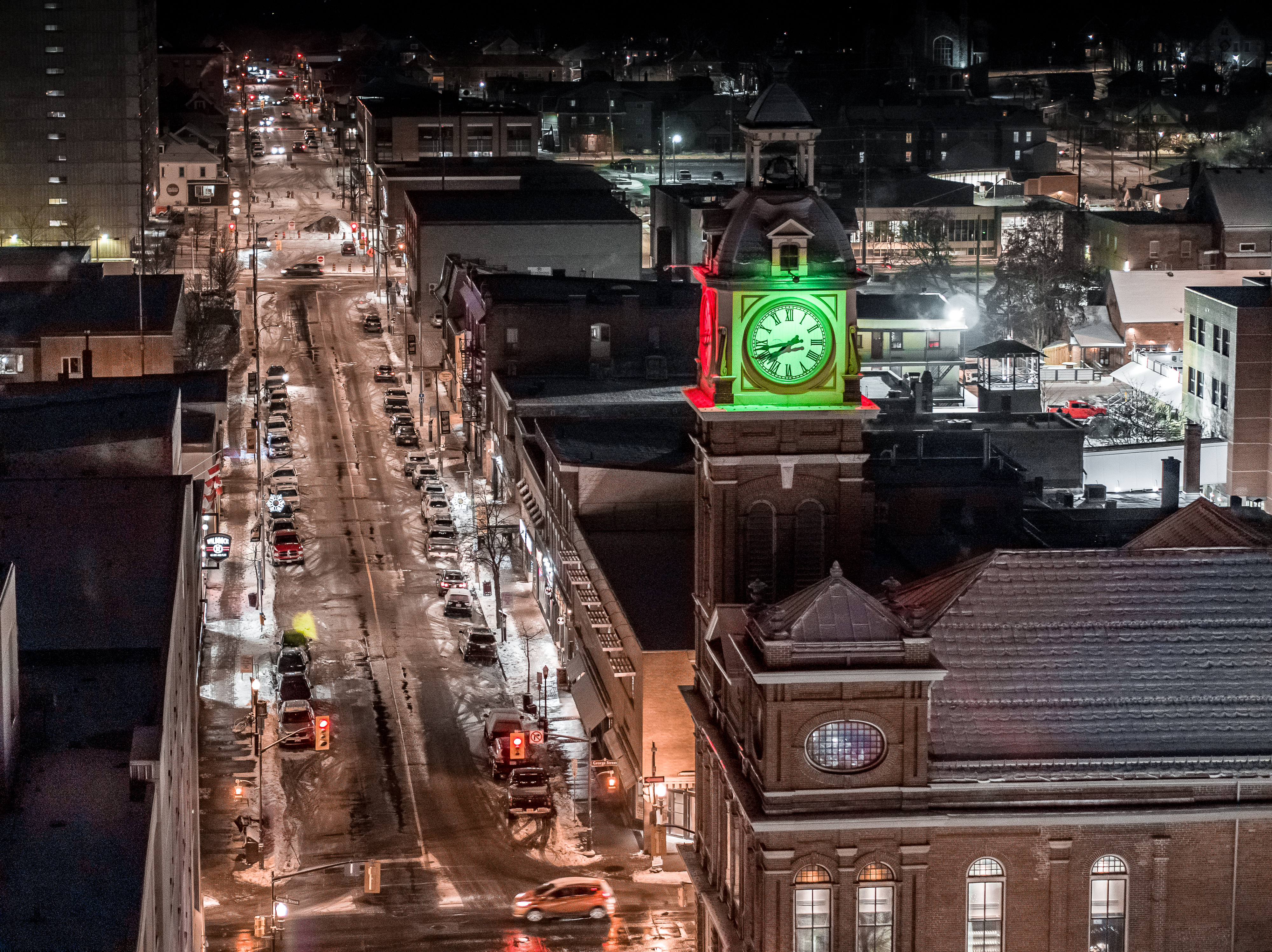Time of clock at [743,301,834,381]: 7:42
